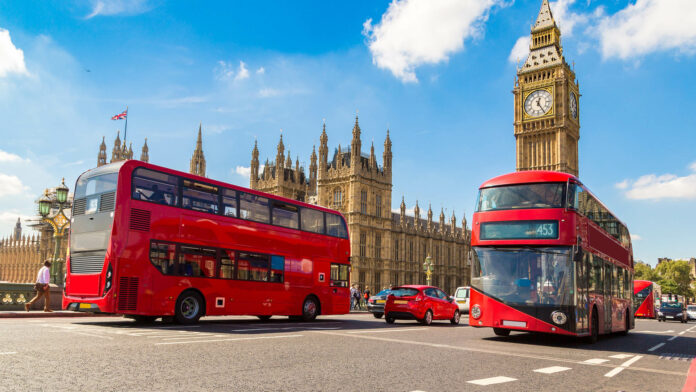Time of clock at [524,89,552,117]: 12:24
